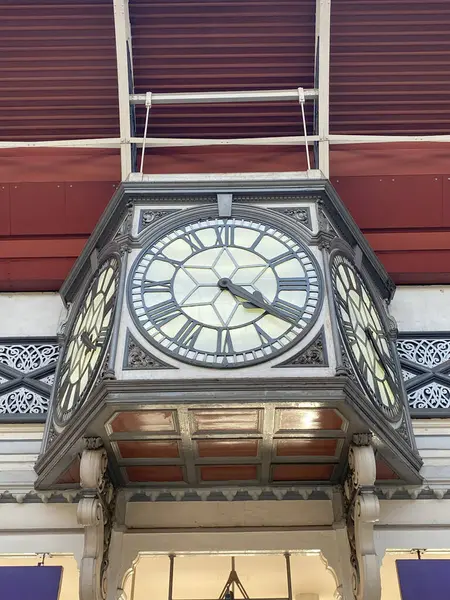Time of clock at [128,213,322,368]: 4:20
